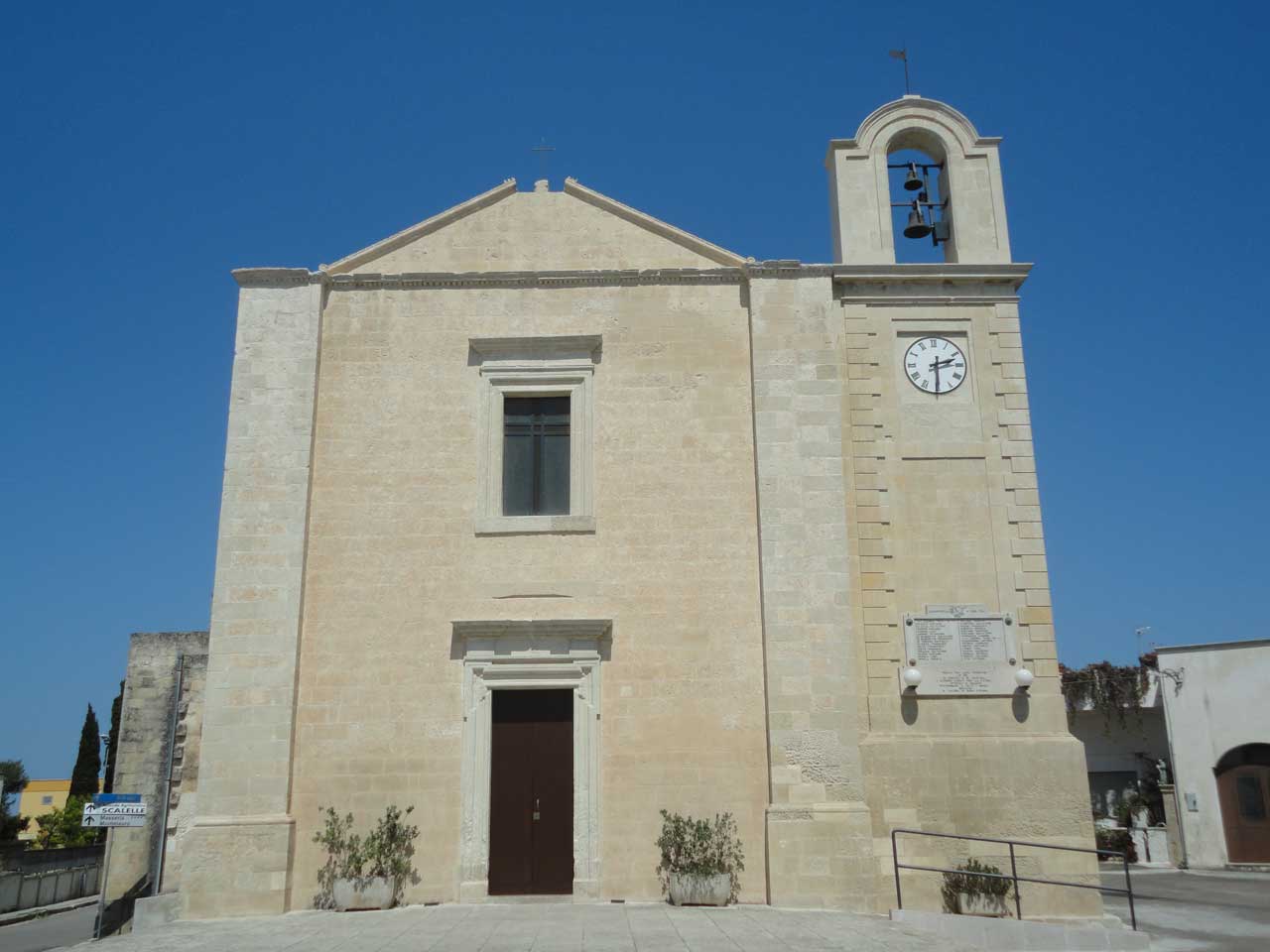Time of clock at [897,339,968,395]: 2:30
